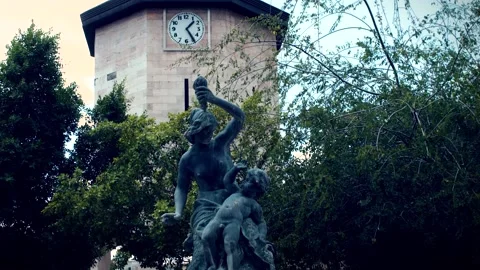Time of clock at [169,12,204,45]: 1:24
